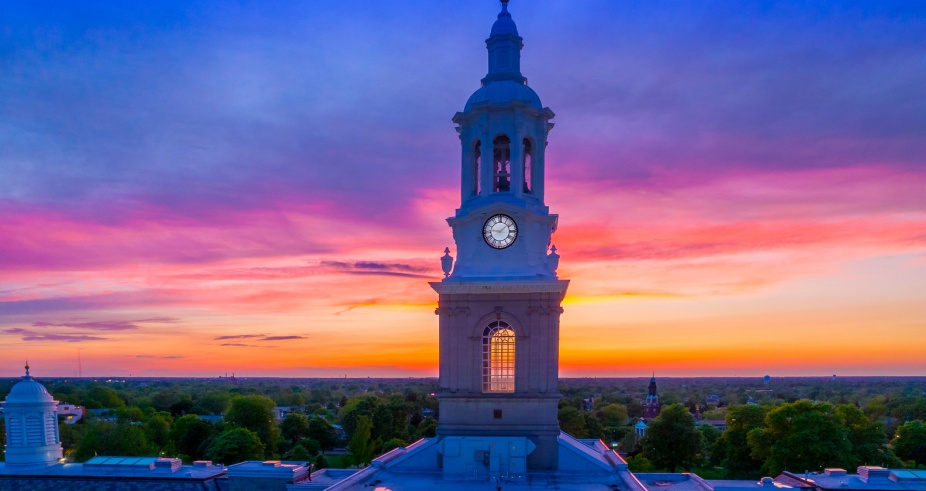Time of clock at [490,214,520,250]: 9:08
